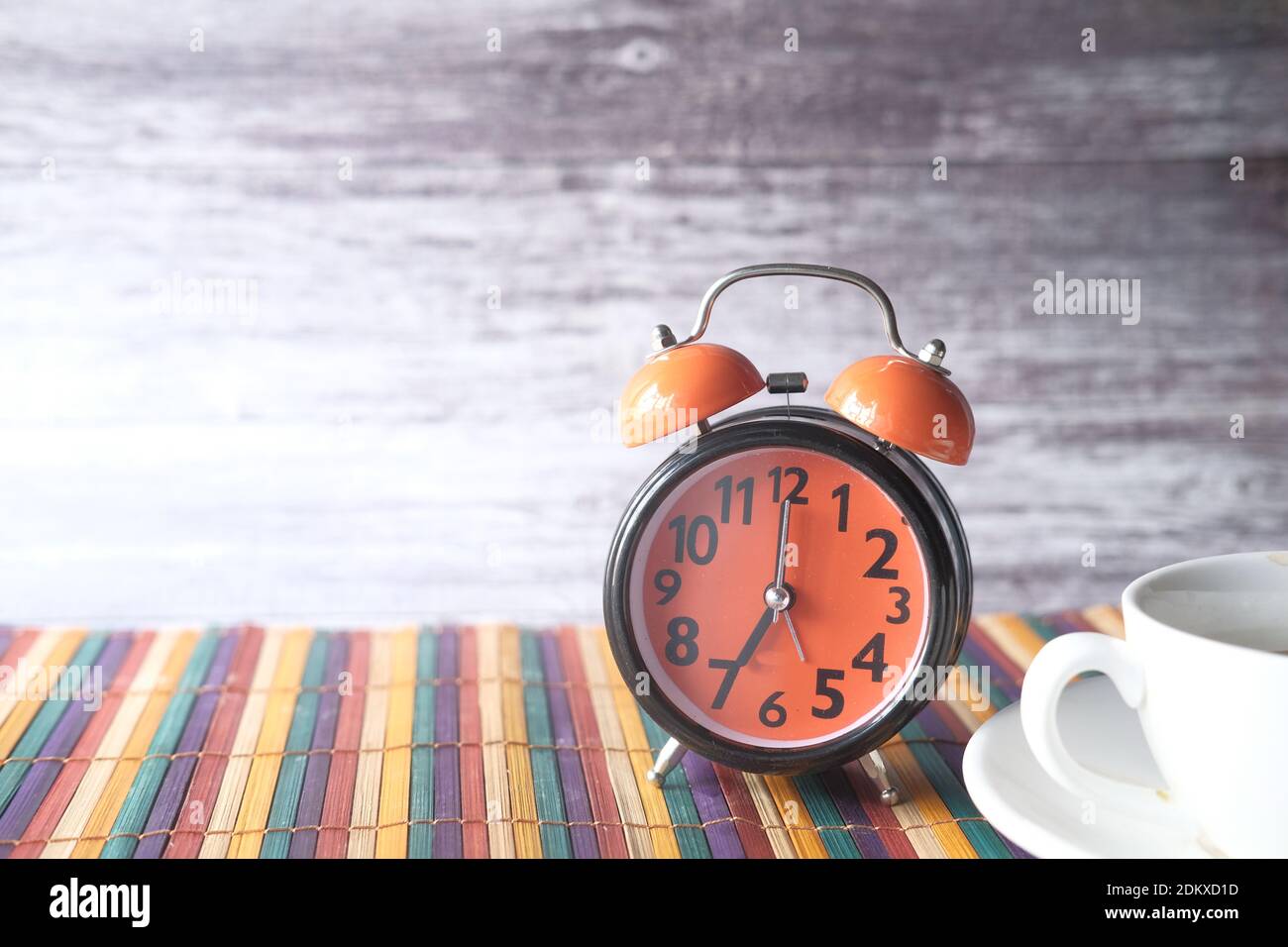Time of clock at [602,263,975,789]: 7:00
